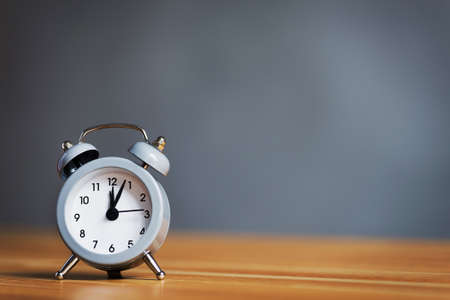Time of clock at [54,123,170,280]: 12:03
